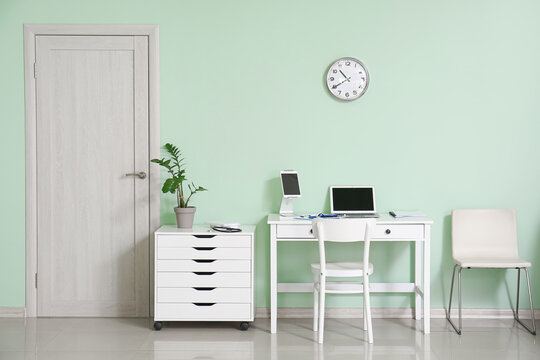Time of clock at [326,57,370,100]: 10:39
